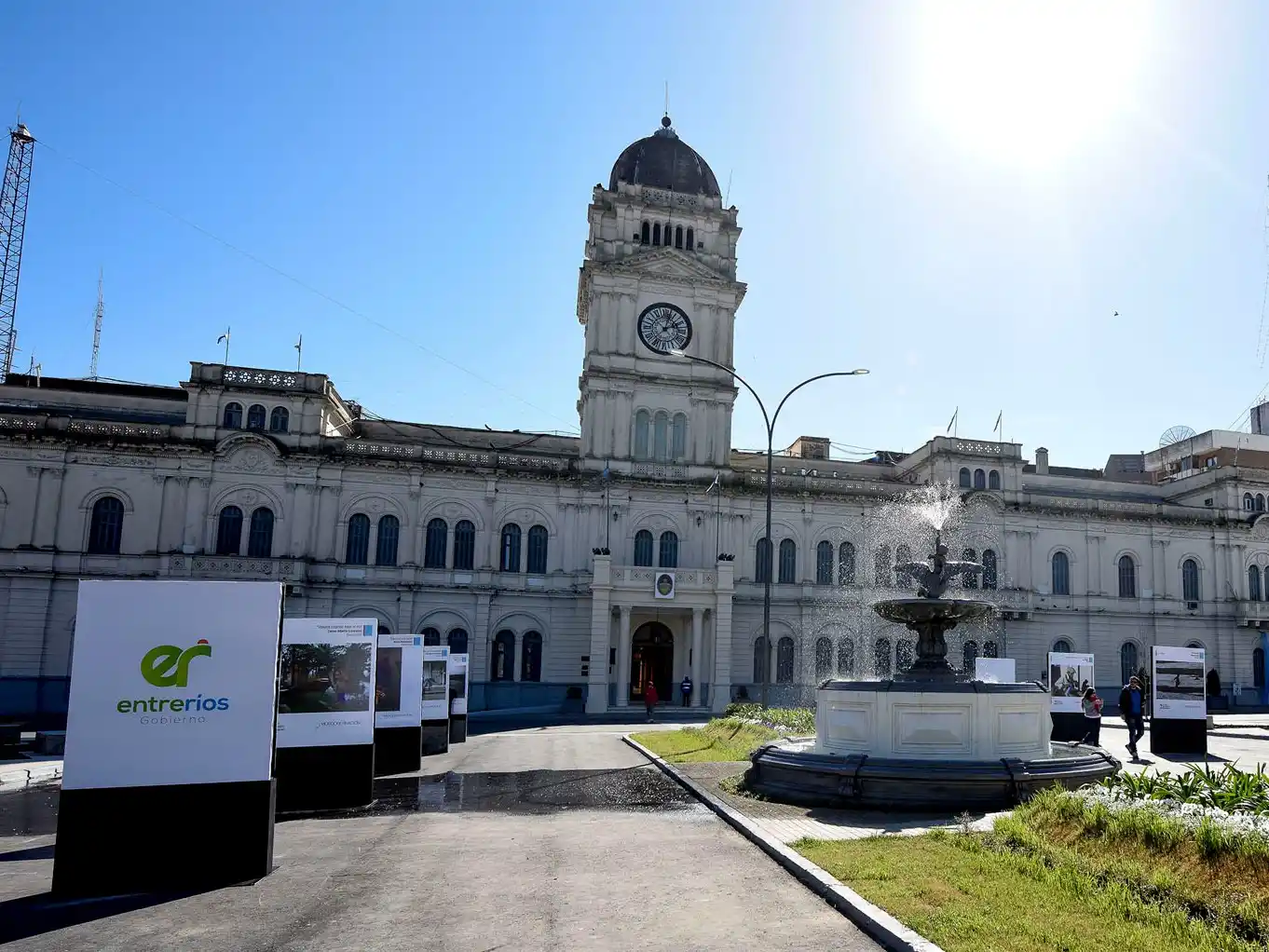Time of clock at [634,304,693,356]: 2:02
